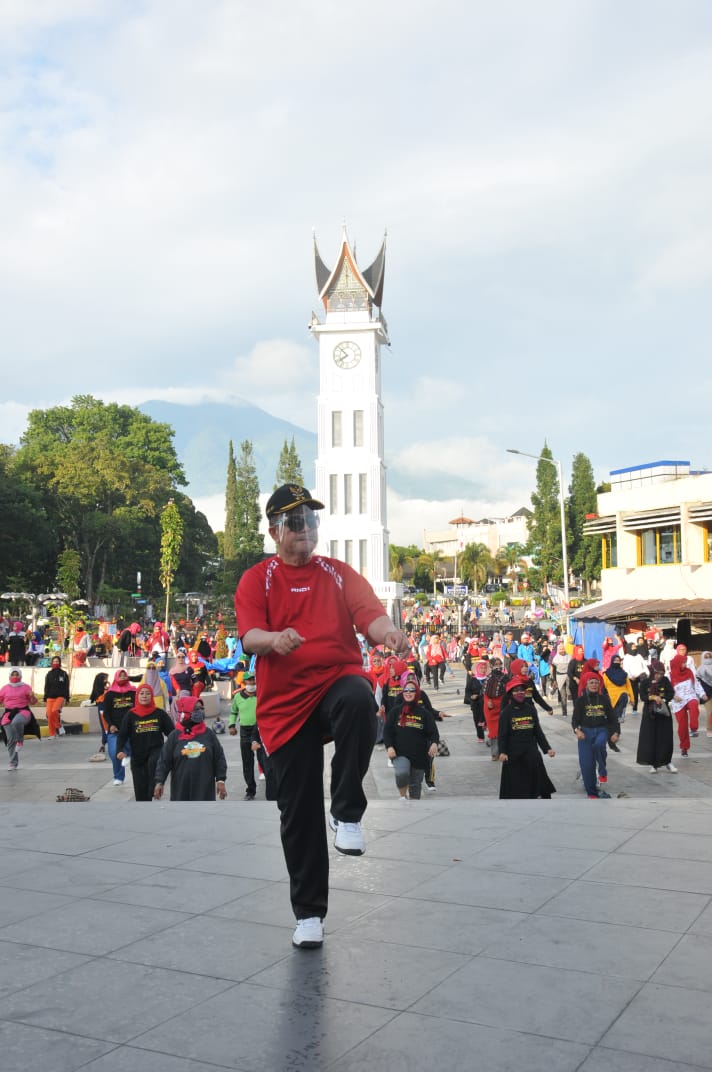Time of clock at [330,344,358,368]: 7:52
